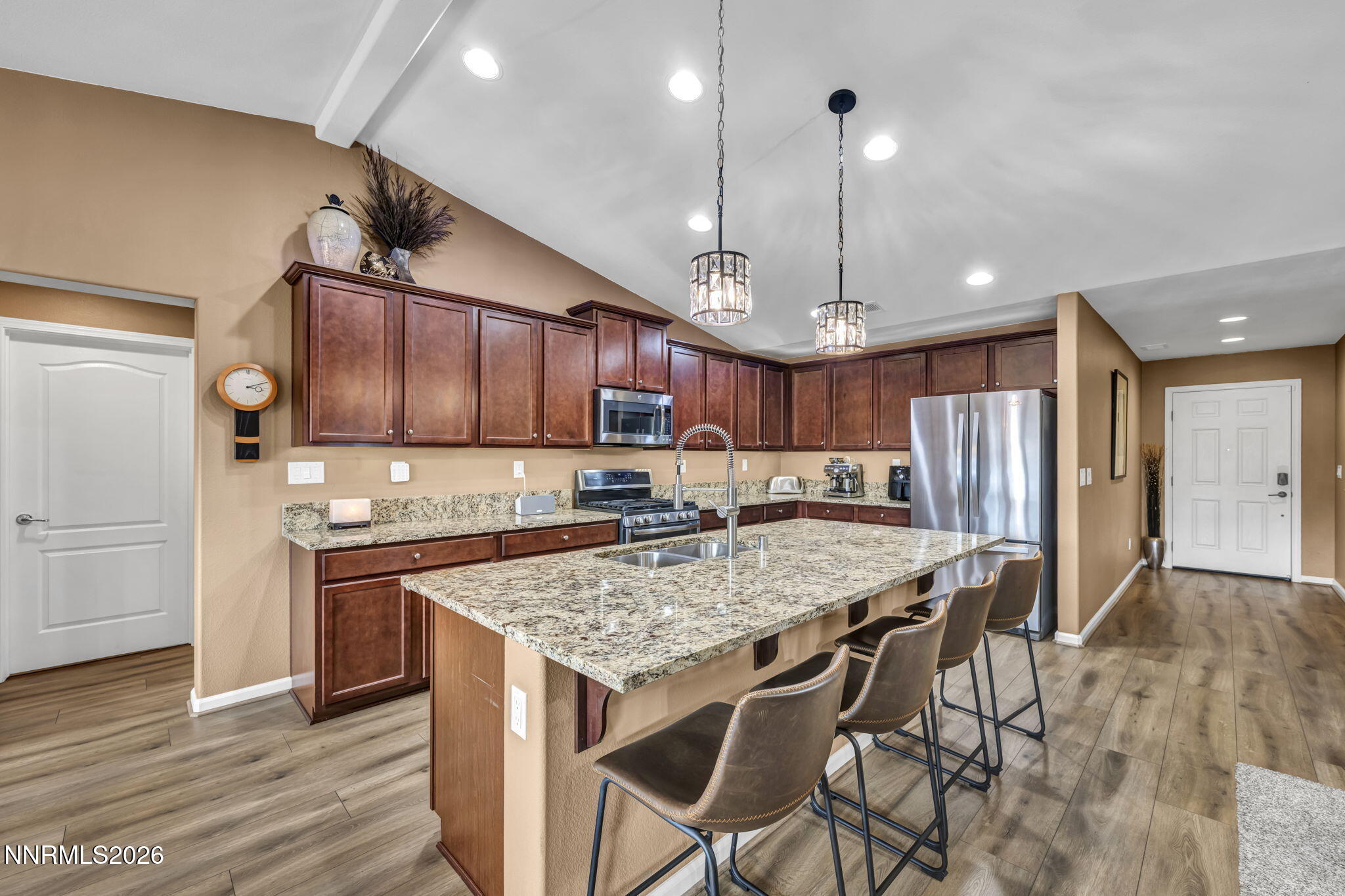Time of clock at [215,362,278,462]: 3:11
